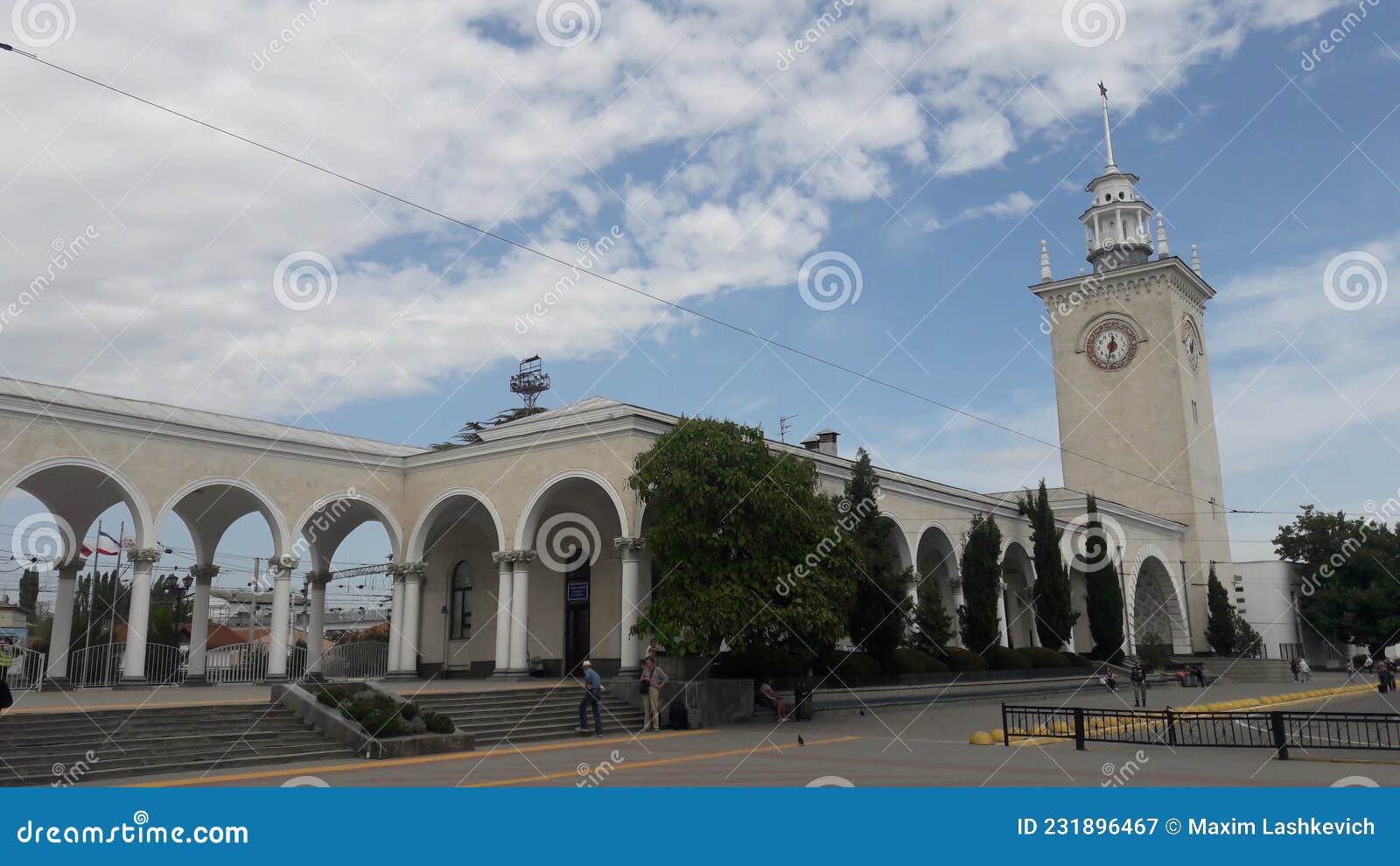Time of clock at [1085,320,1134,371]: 12:32
